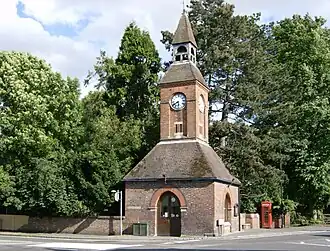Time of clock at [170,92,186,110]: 5:40
